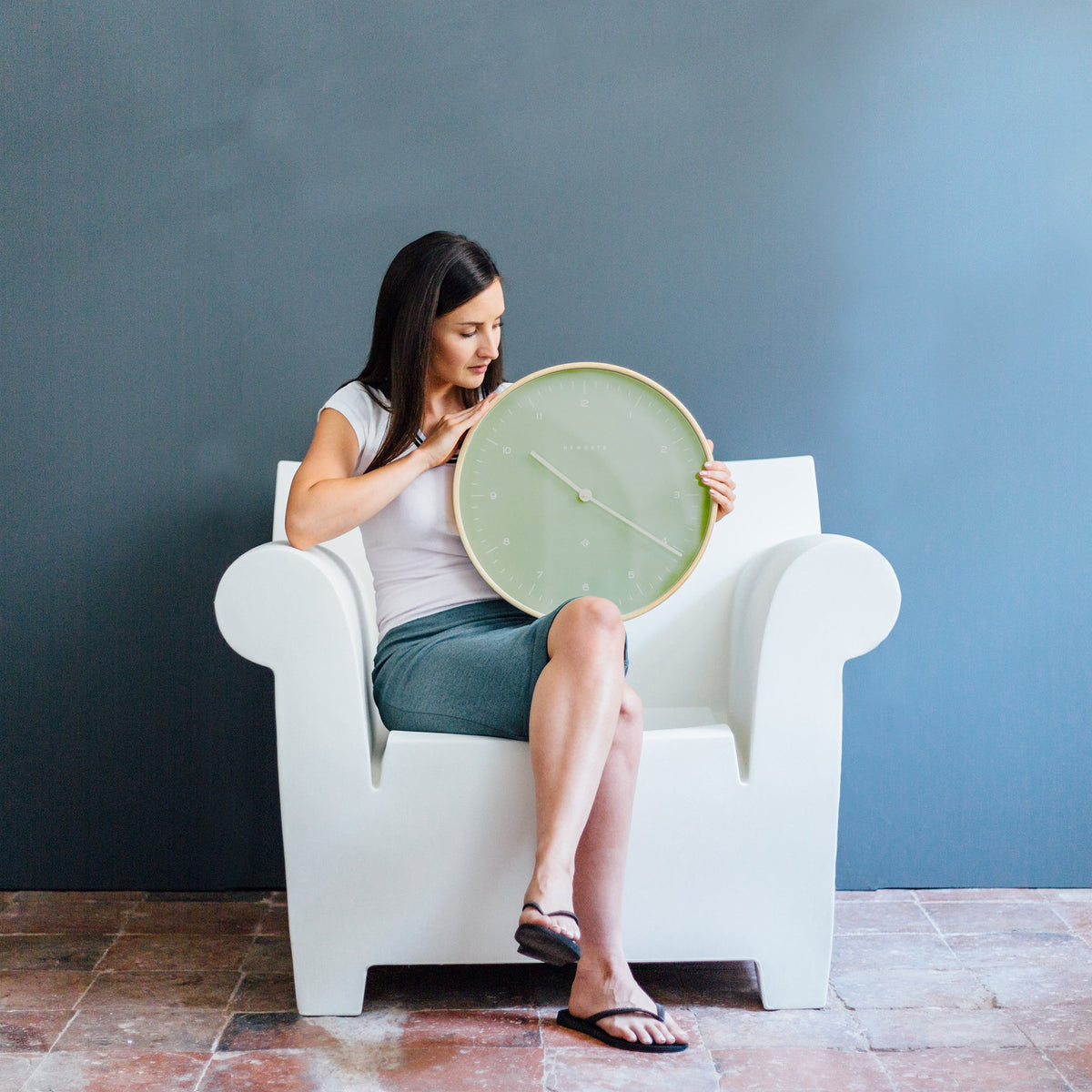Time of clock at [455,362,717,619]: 10:20
